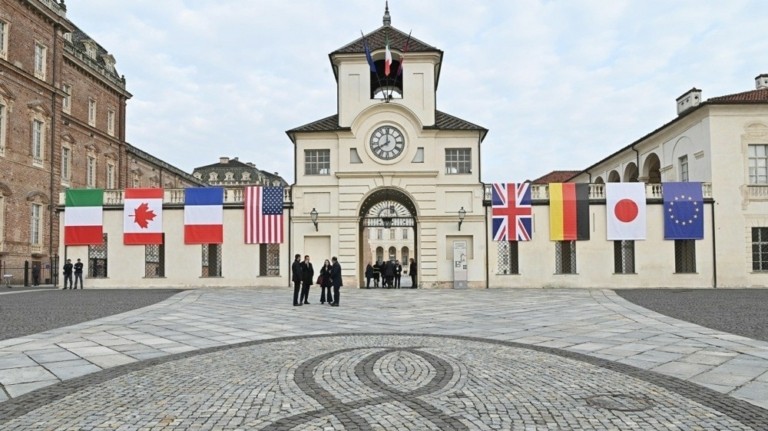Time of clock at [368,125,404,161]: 7:59
